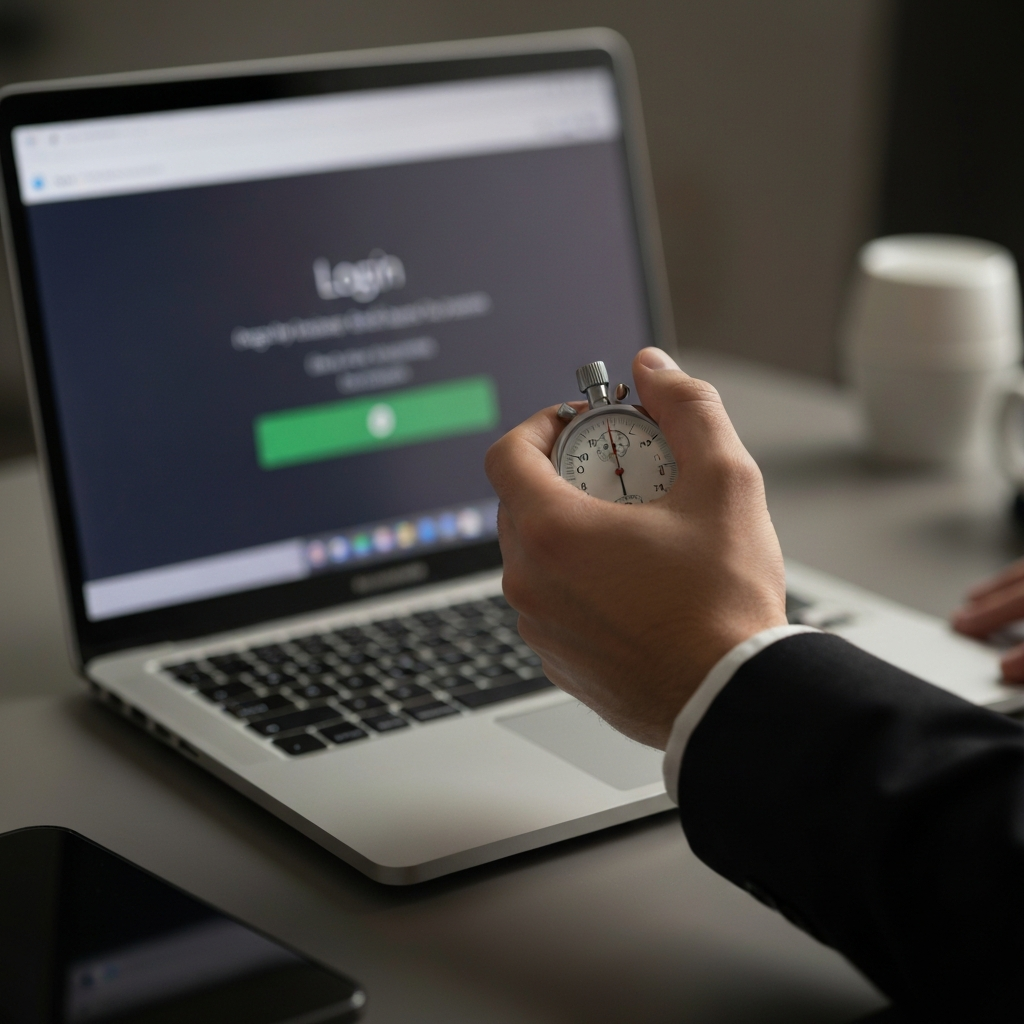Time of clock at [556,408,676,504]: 6:00
